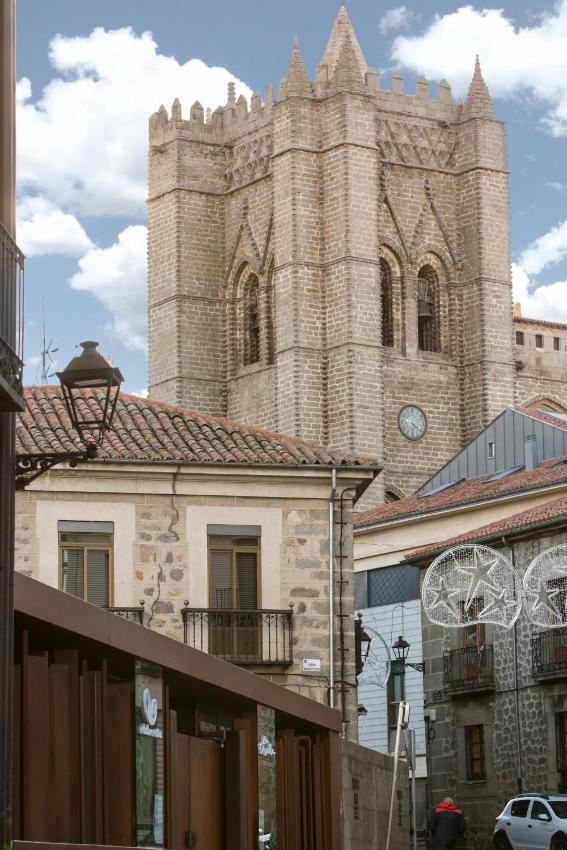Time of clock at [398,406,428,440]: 4:21
